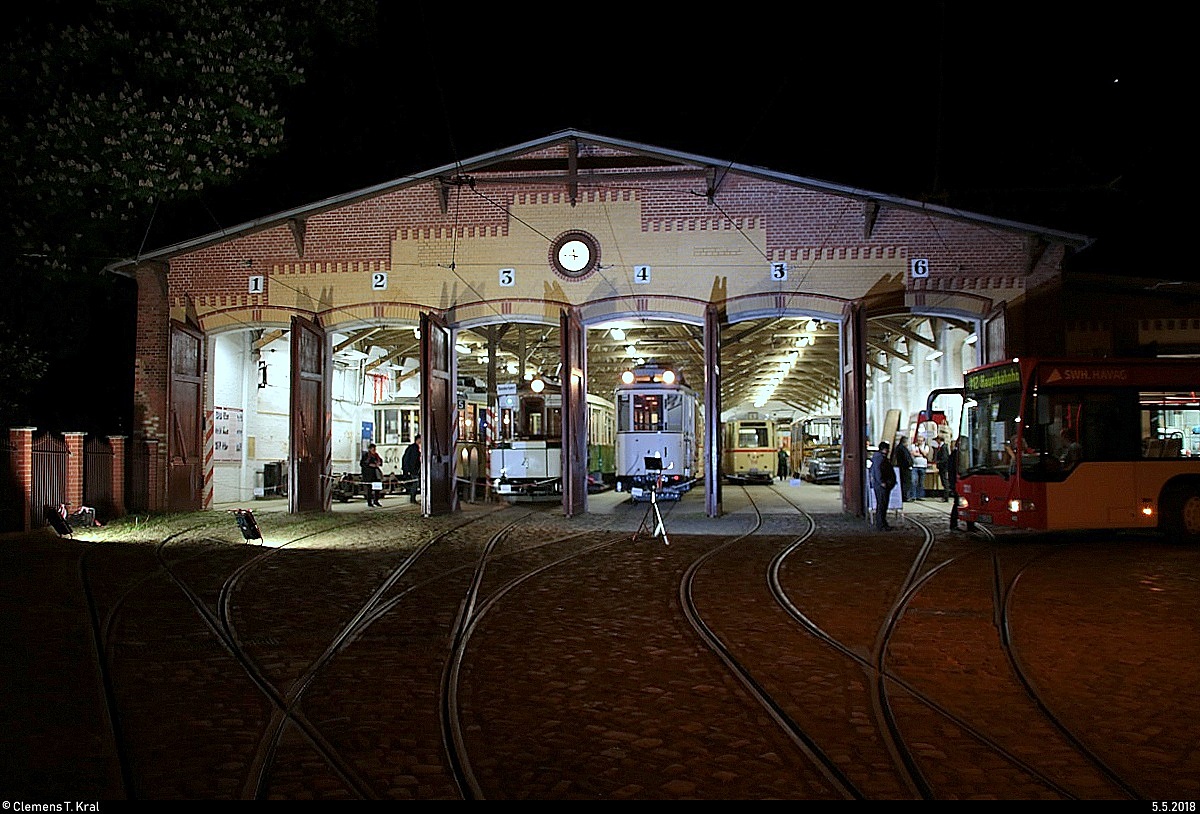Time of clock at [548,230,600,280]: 11:46
